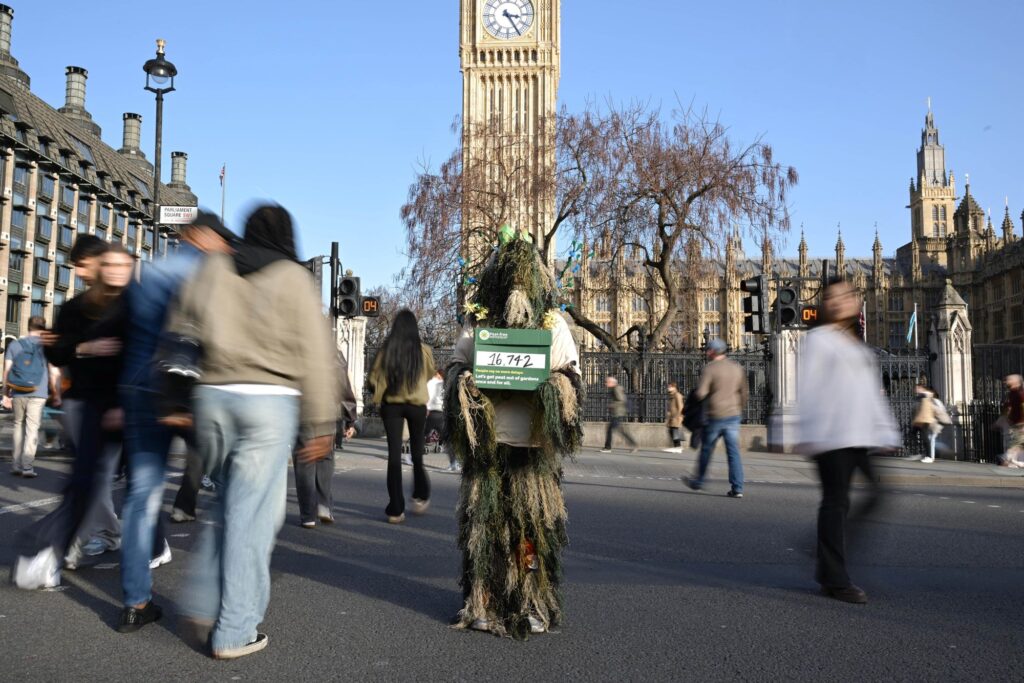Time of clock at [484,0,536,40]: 3:24
